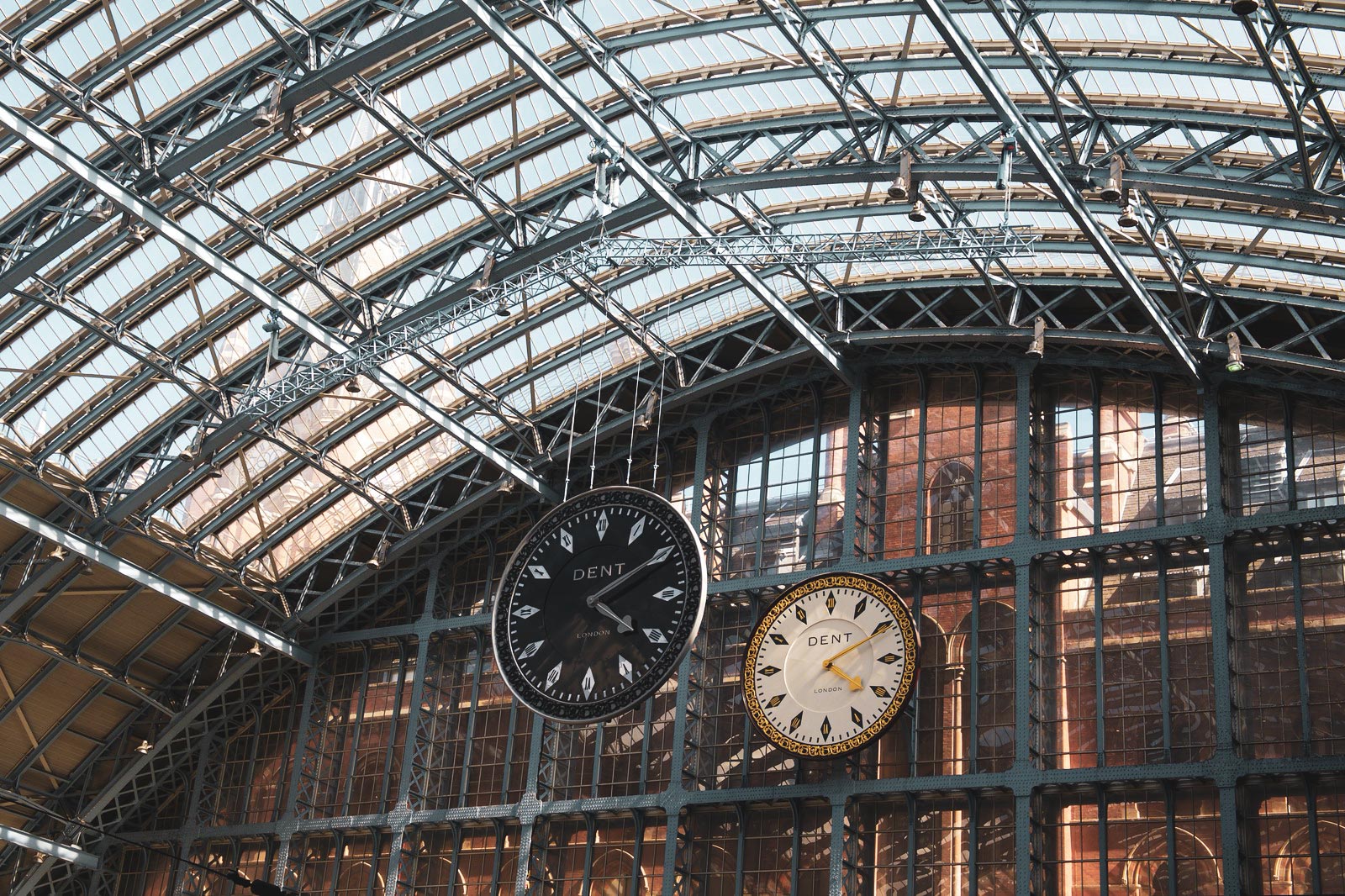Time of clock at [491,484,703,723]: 4:10
